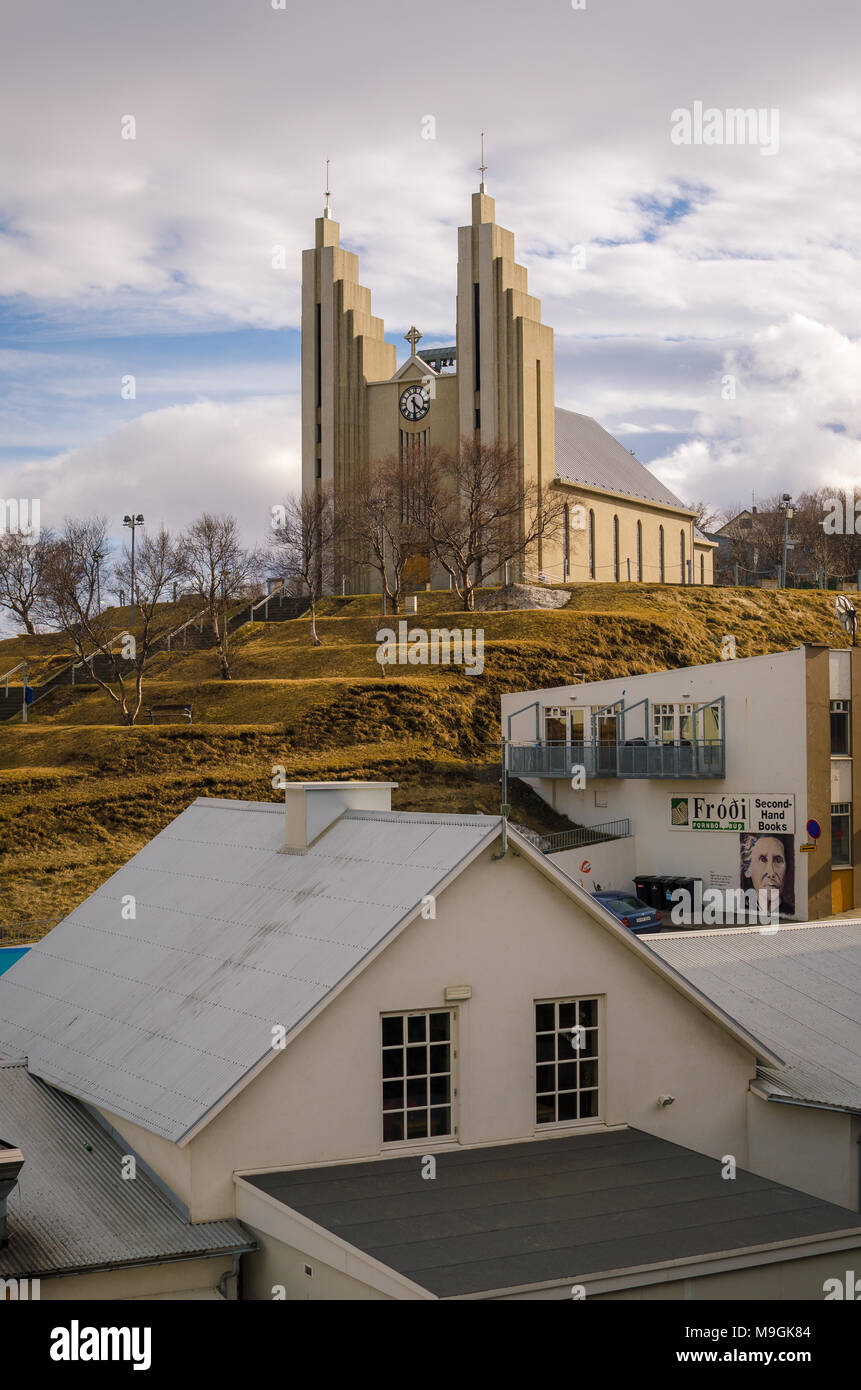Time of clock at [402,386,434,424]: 4:29
